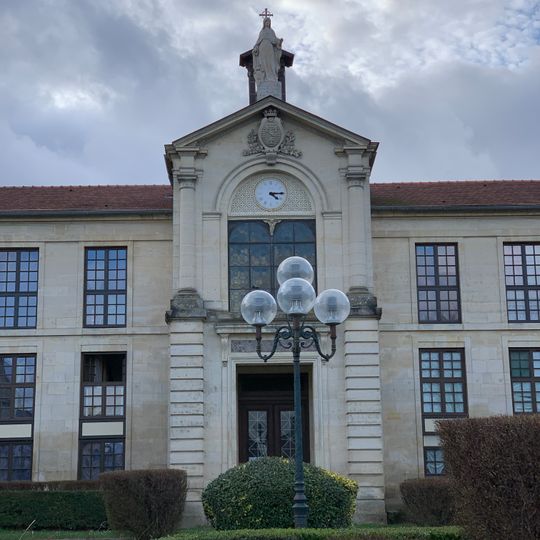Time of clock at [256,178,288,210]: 4:13
